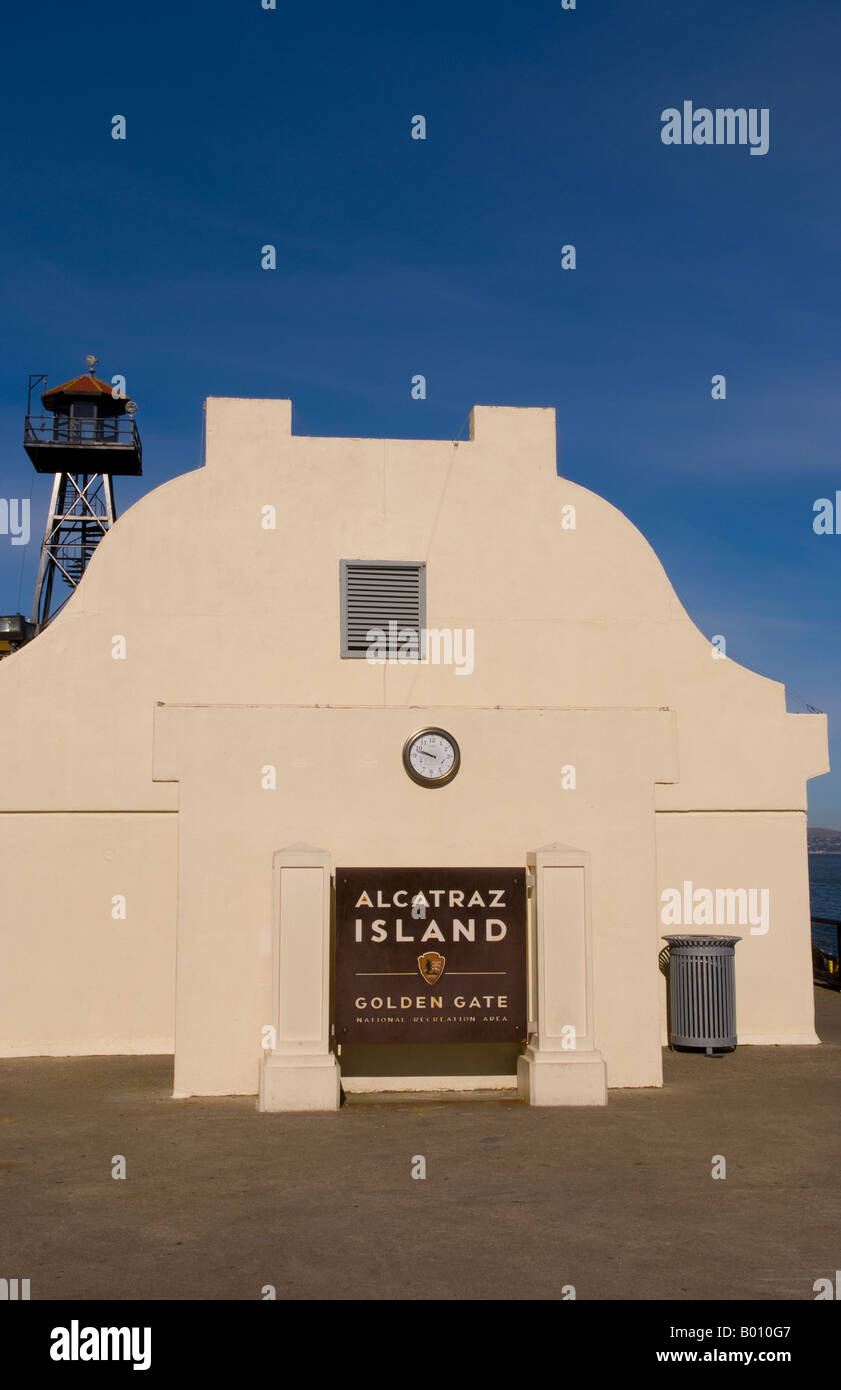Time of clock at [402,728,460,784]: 9:47
